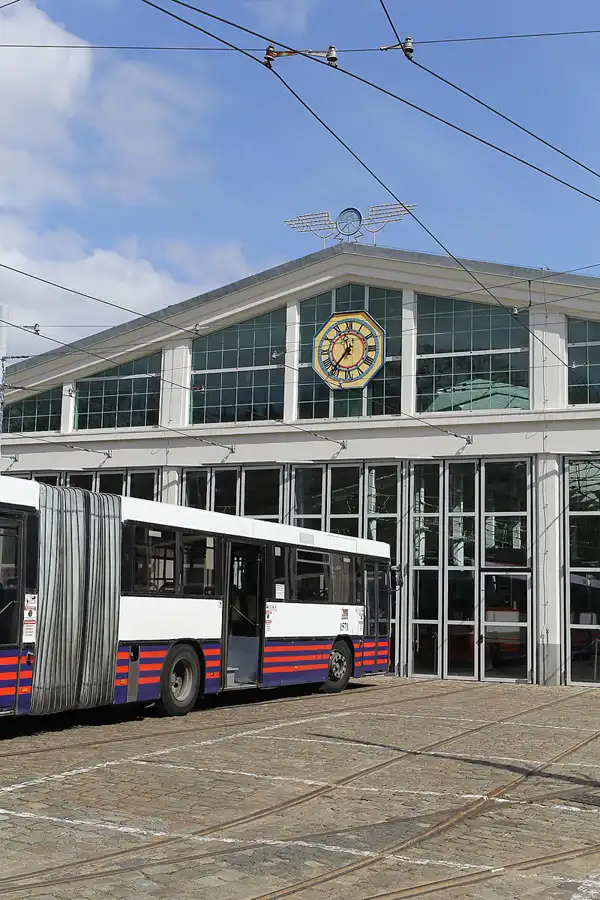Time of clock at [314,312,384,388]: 11:36
